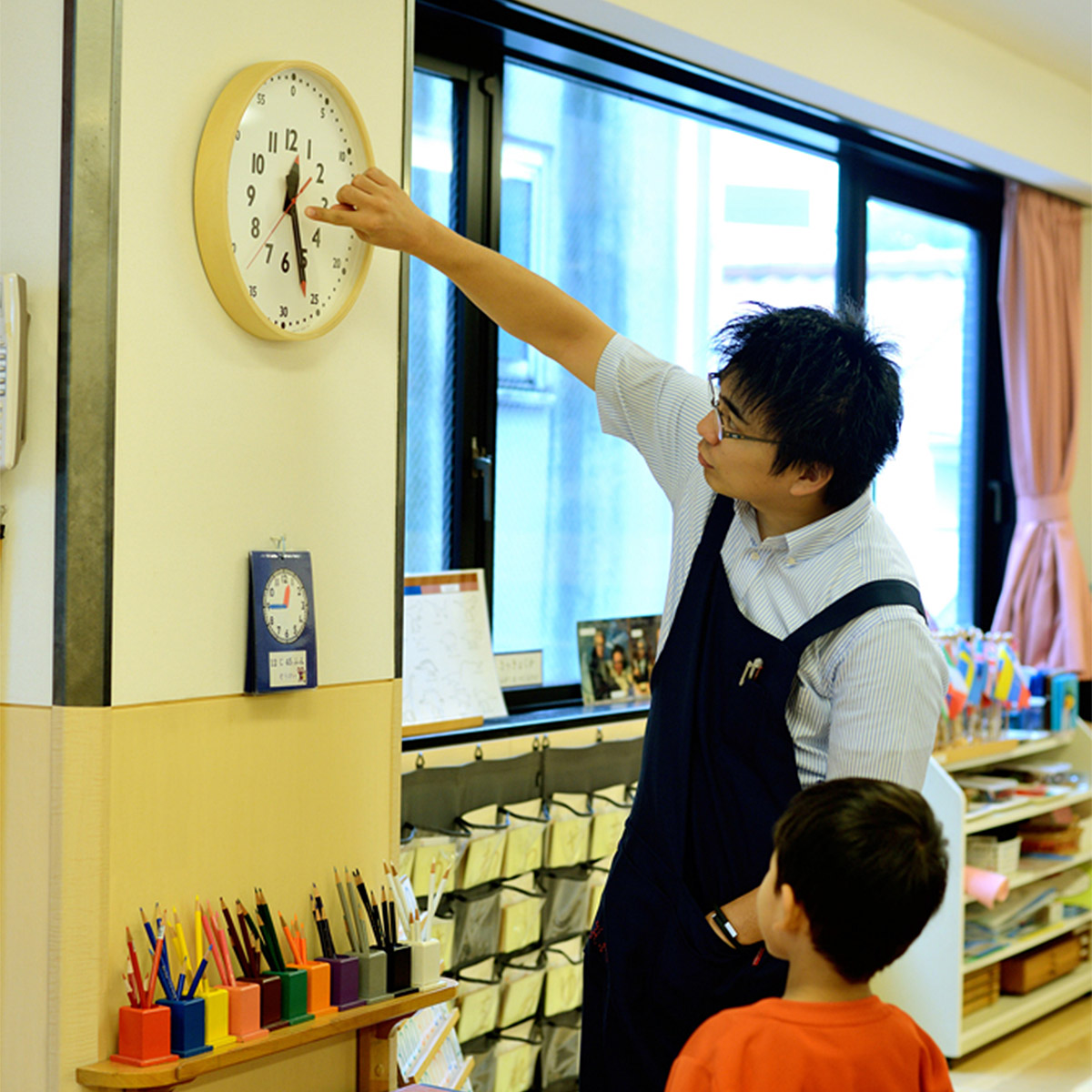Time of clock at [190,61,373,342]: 12:26
